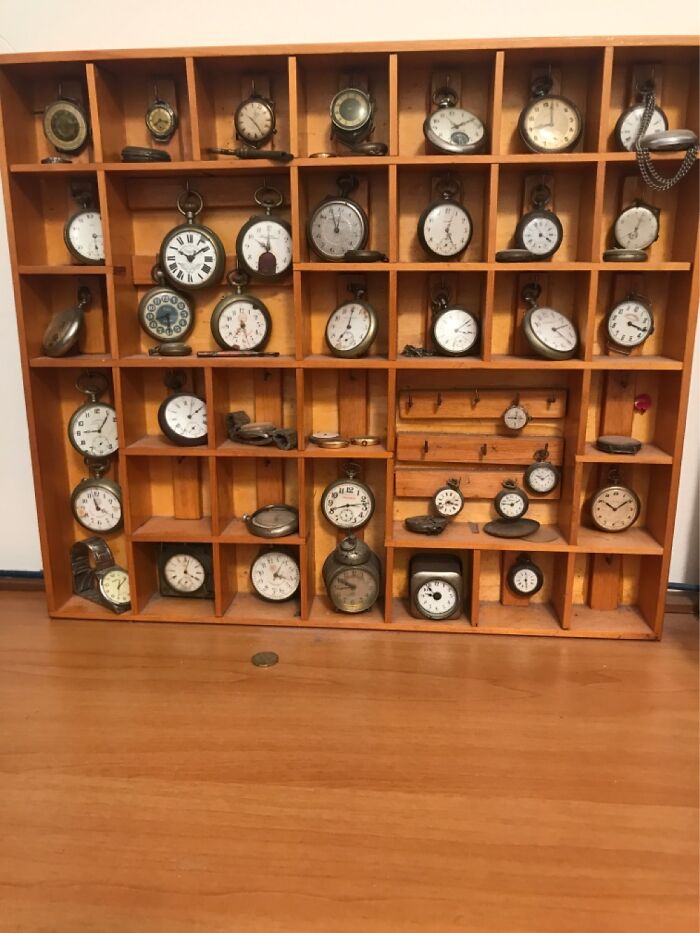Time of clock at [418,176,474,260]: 5:03
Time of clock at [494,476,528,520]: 1:46
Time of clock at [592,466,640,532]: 10:09
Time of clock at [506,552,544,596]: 12:28
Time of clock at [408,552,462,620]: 8:53
